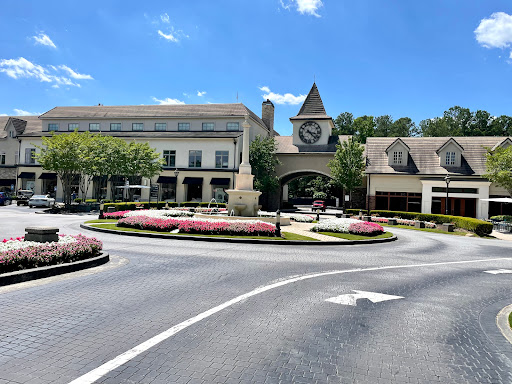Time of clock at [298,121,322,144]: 3:22
